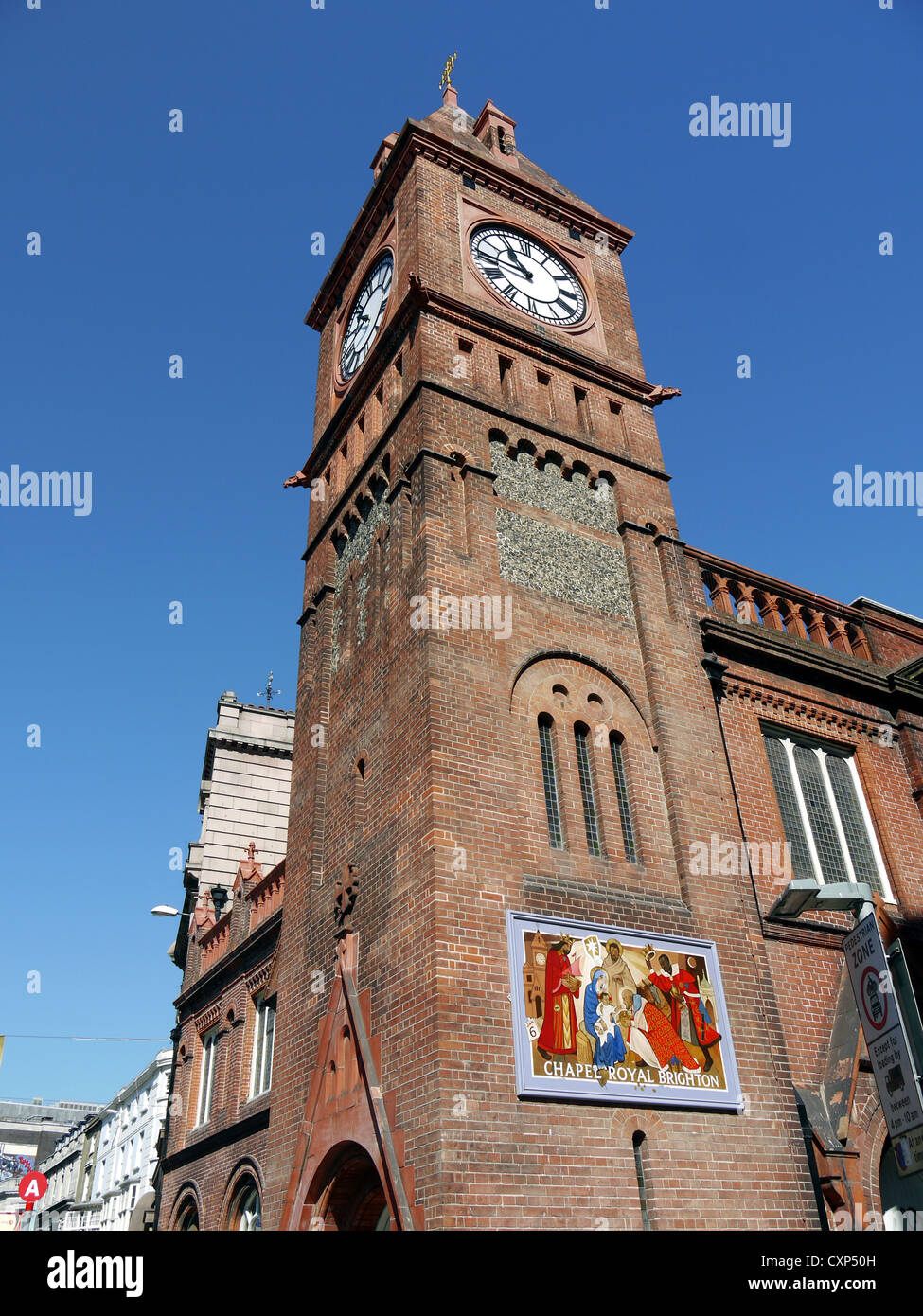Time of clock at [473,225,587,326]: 10:45
